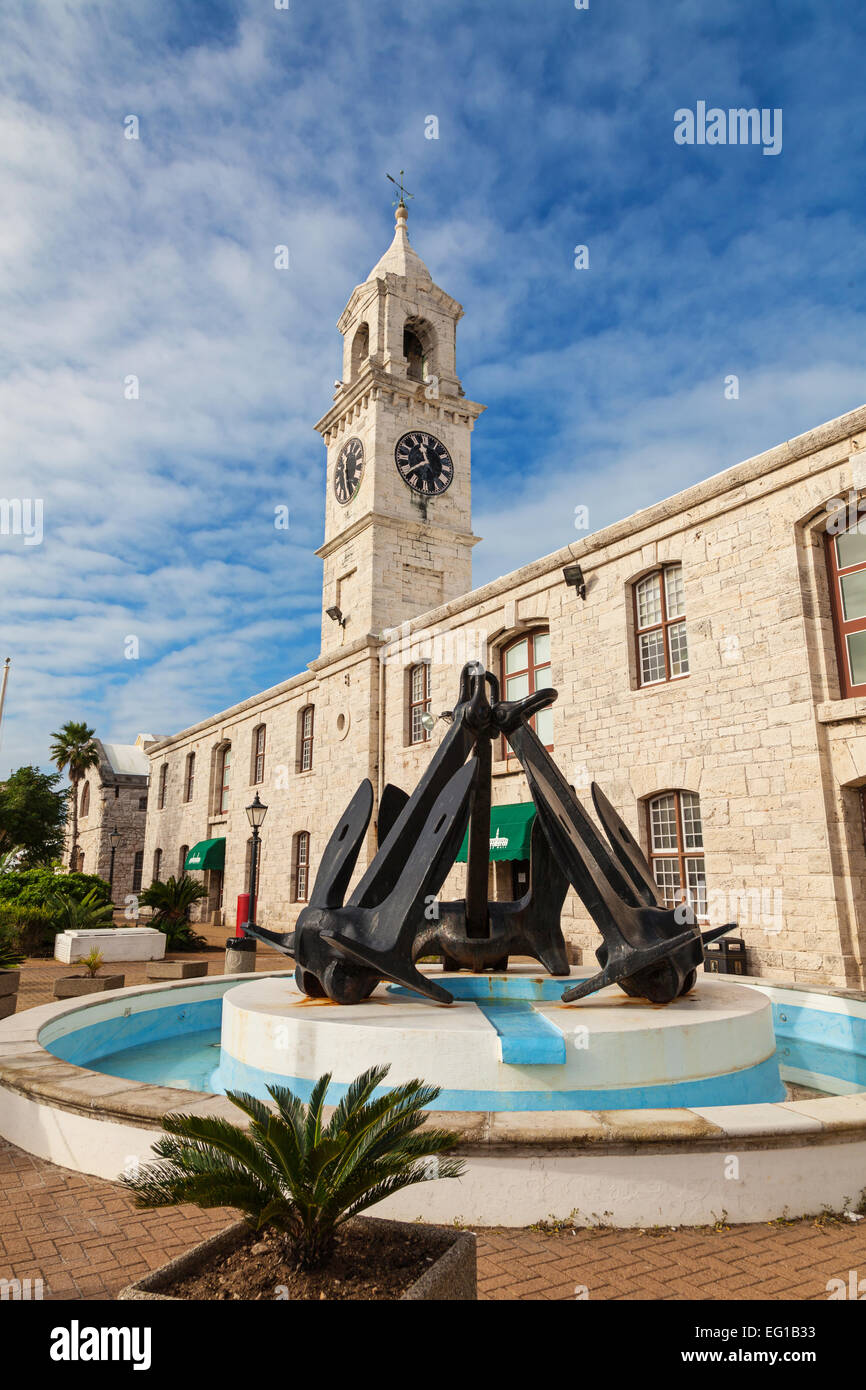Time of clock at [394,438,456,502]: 11:38
